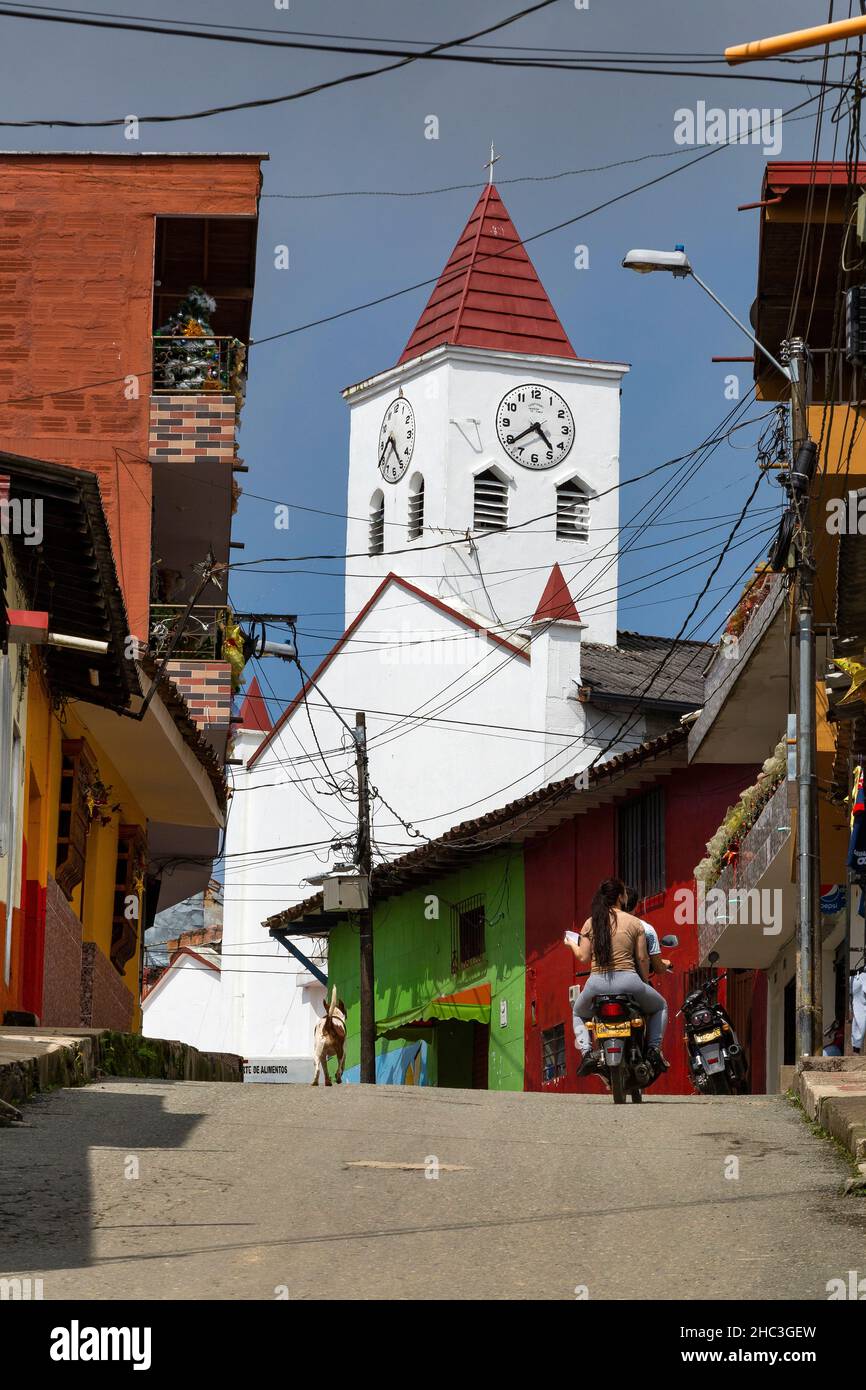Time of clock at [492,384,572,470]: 4:38
